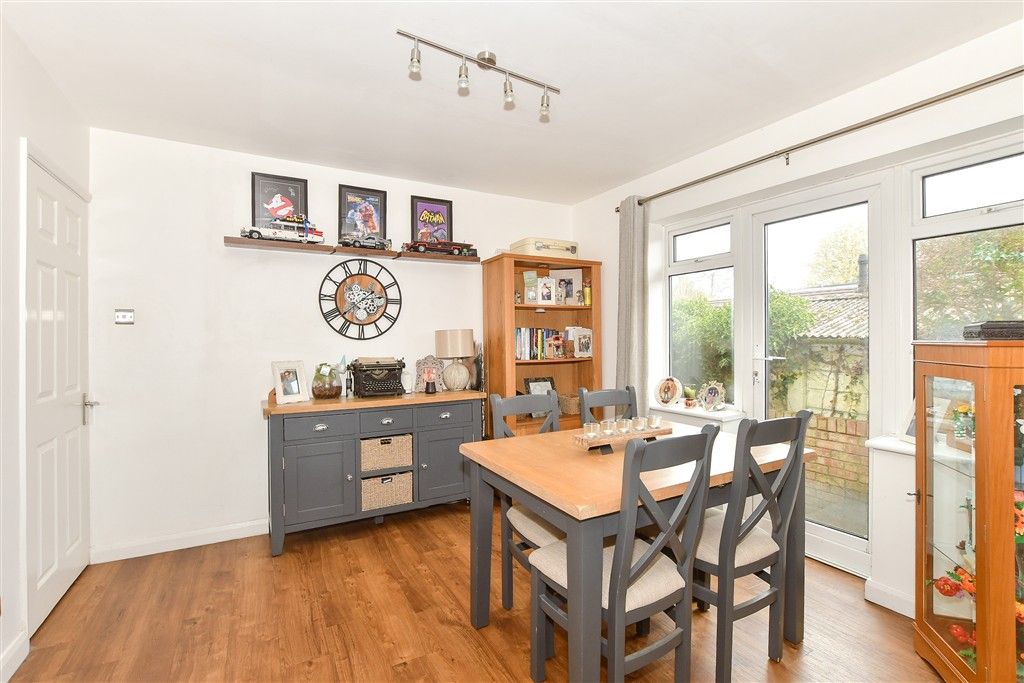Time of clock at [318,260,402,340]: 2:38
